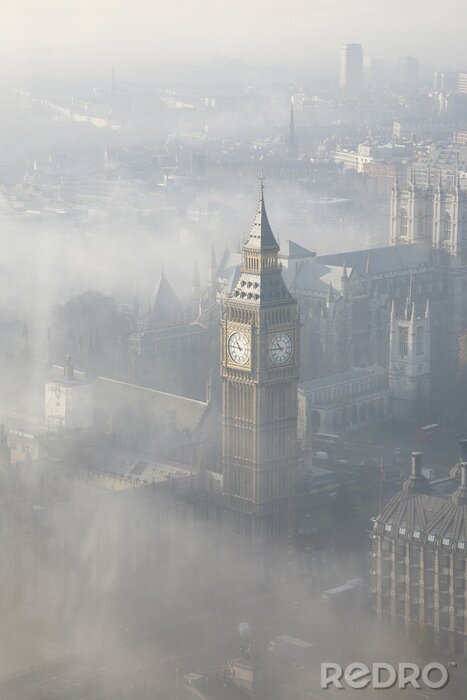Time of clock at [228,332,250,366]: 10:45
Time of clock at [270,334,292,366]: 10:45
